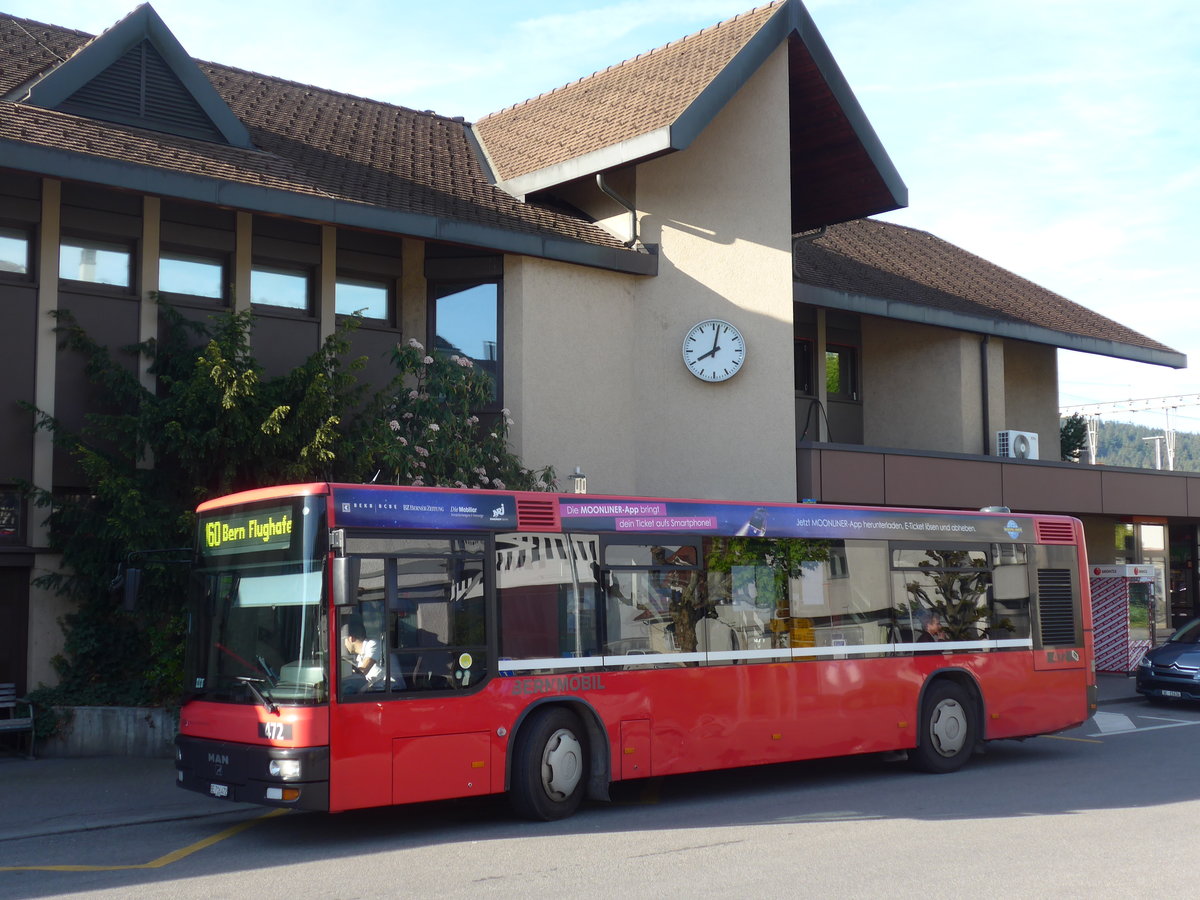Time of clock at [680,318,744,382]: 8:01
